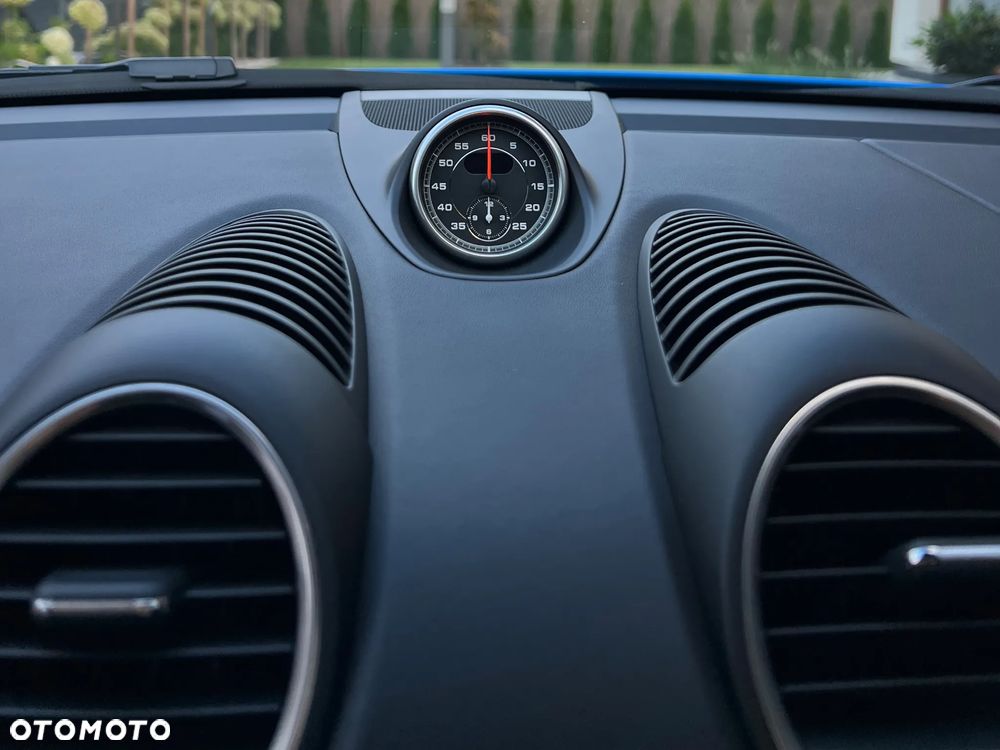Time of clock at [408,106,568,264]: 6:00
